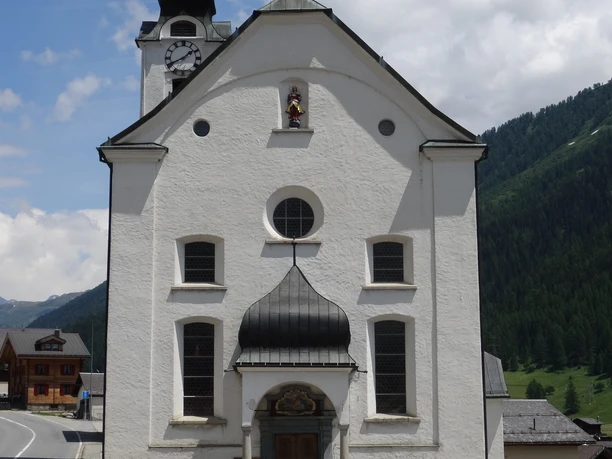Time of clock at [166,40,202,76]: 1:41
